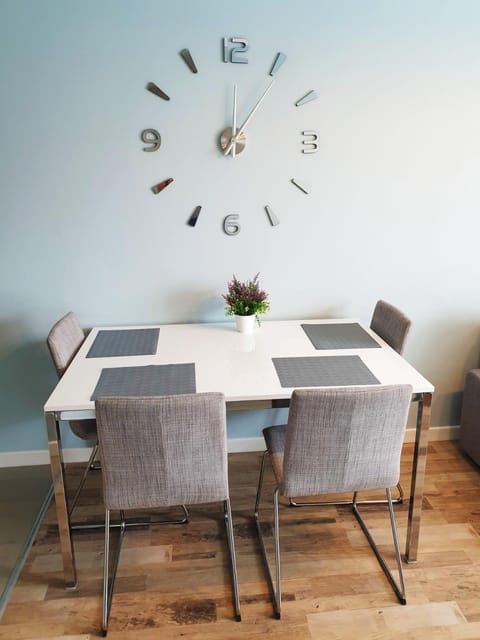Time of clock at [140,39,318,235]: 12:06
